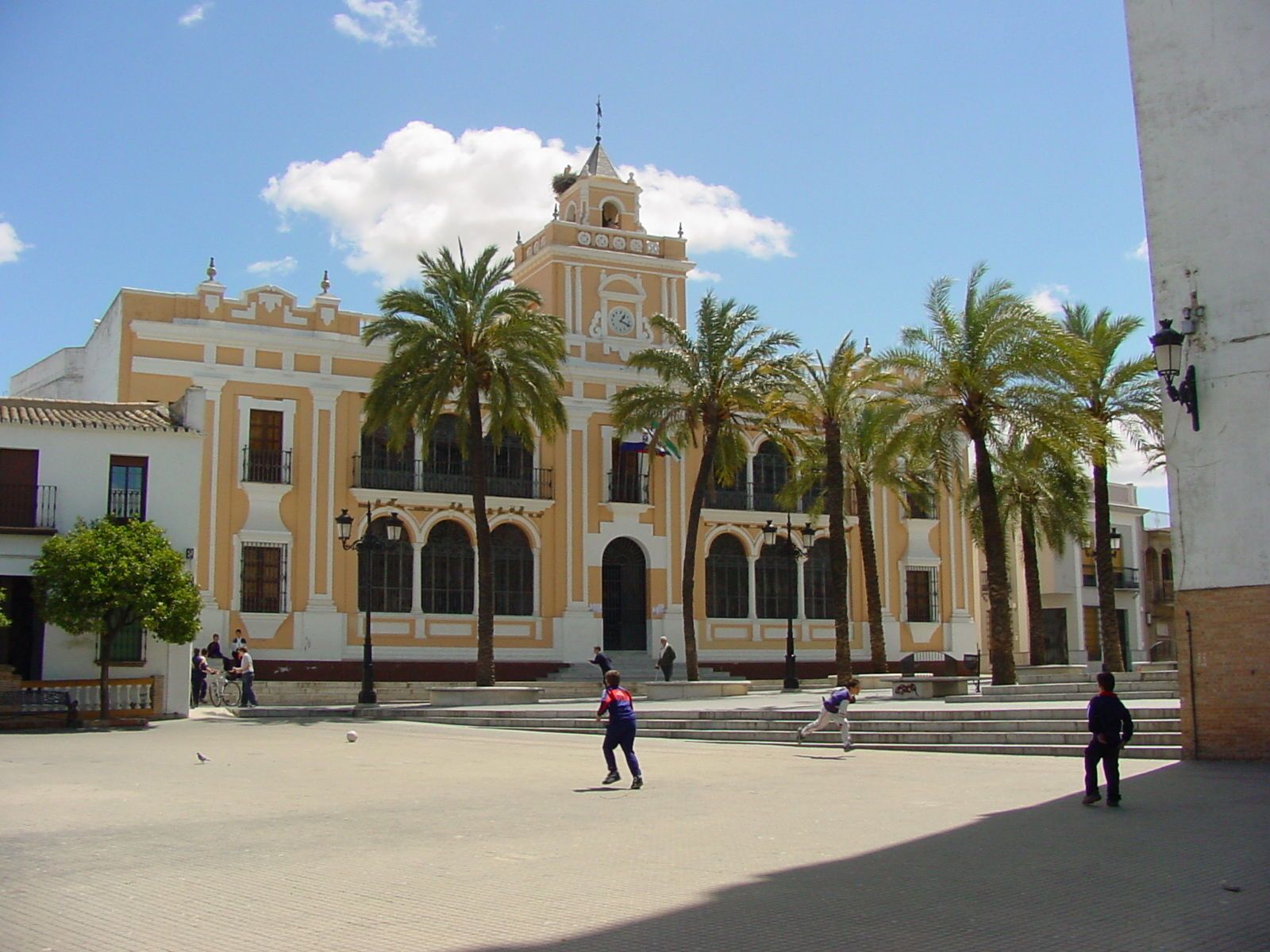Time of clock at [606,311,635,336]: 1:18
